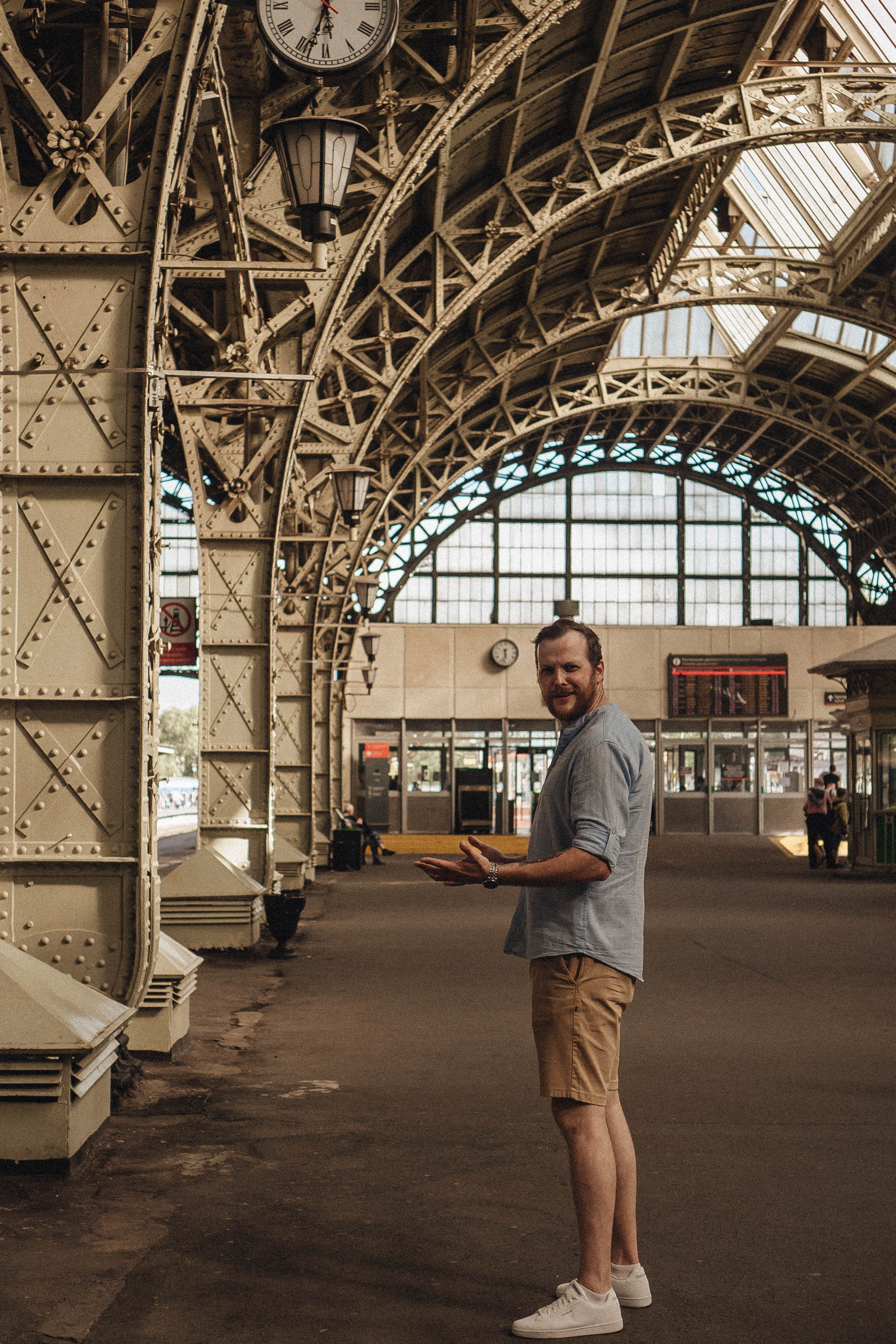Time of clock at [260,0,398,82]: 5:33
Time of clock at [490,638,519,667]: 5:32
